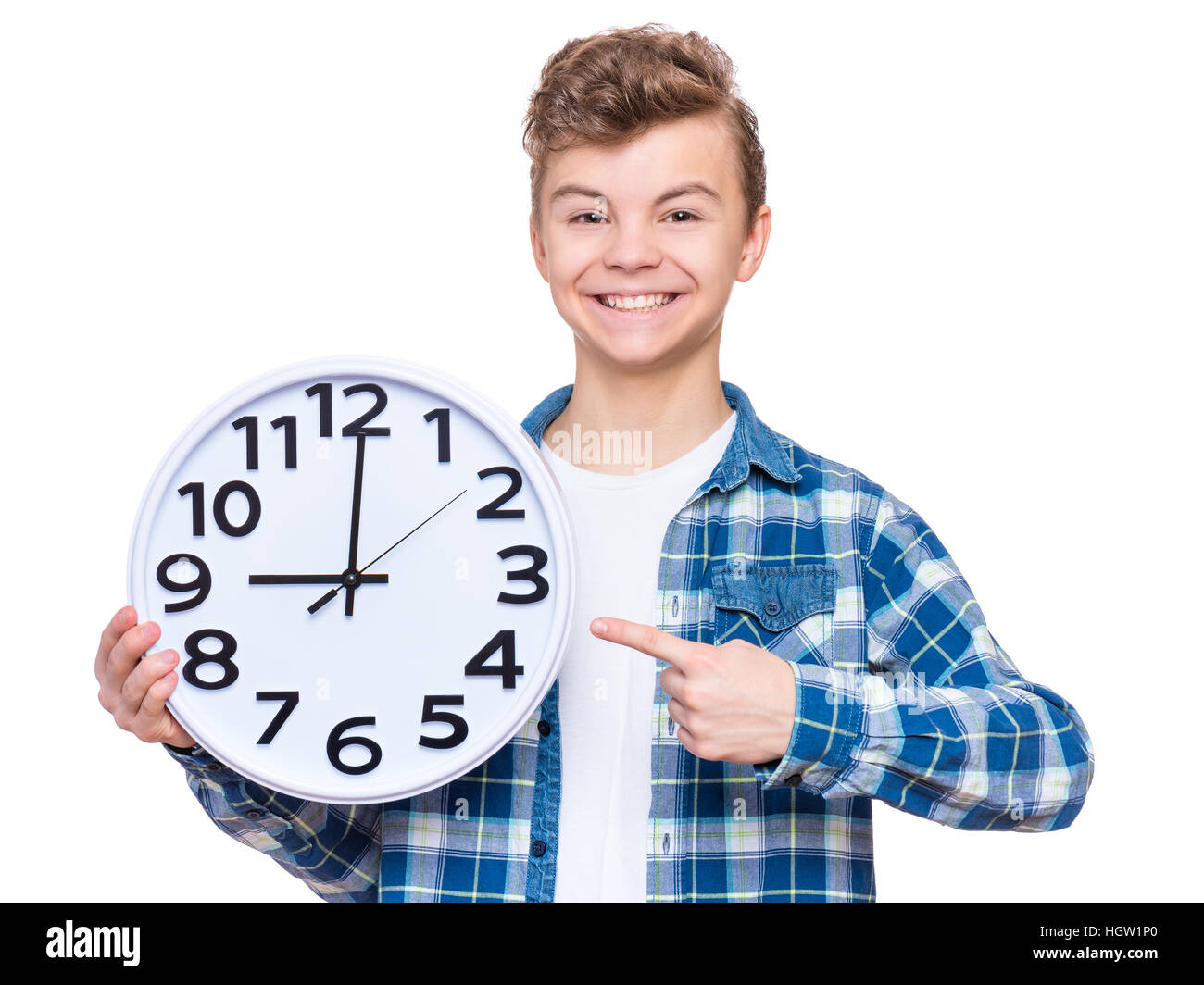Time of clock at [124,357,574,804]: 9:00
